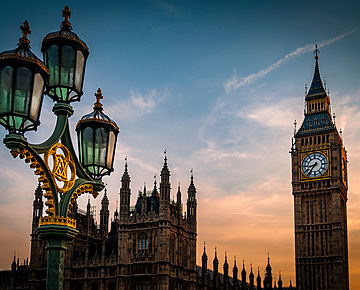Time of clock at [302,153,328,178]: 8:36
